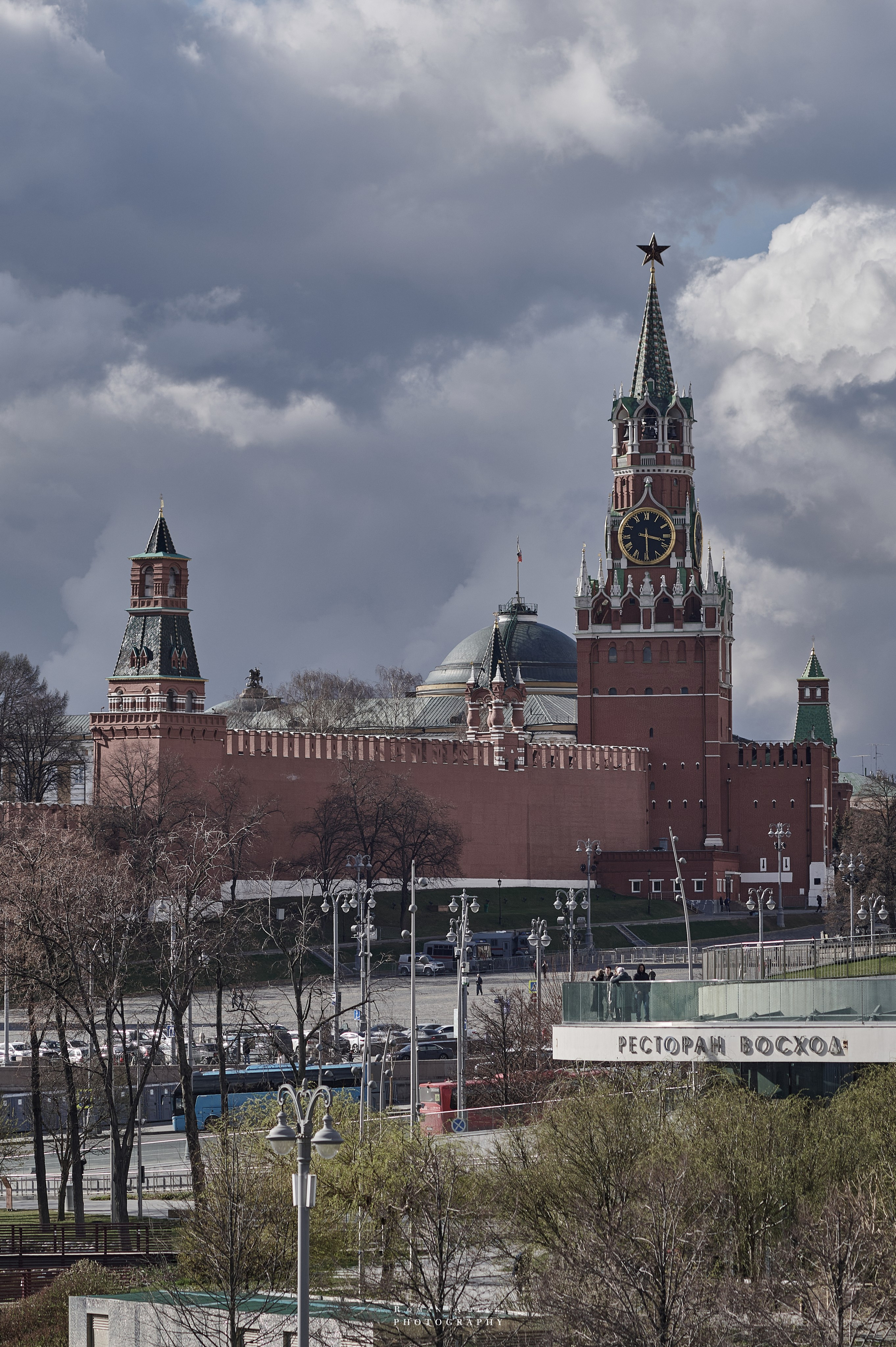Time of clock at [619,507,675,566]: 3:29
